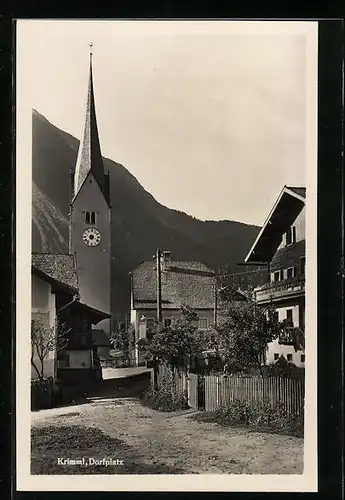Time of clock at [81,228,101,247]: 7:18
